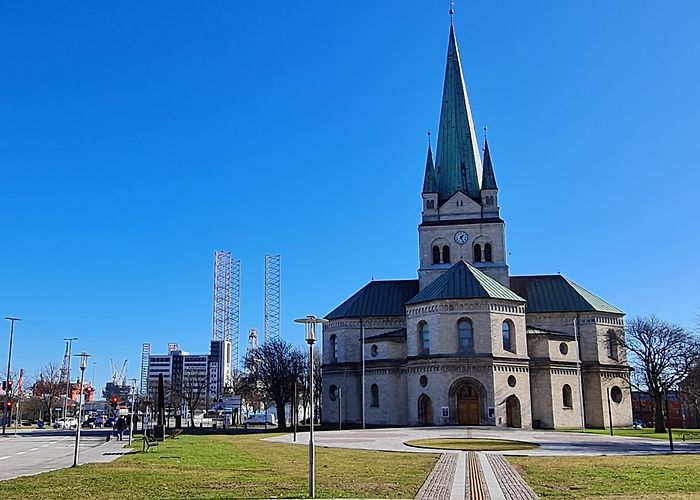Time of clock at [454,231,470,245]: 1:26
